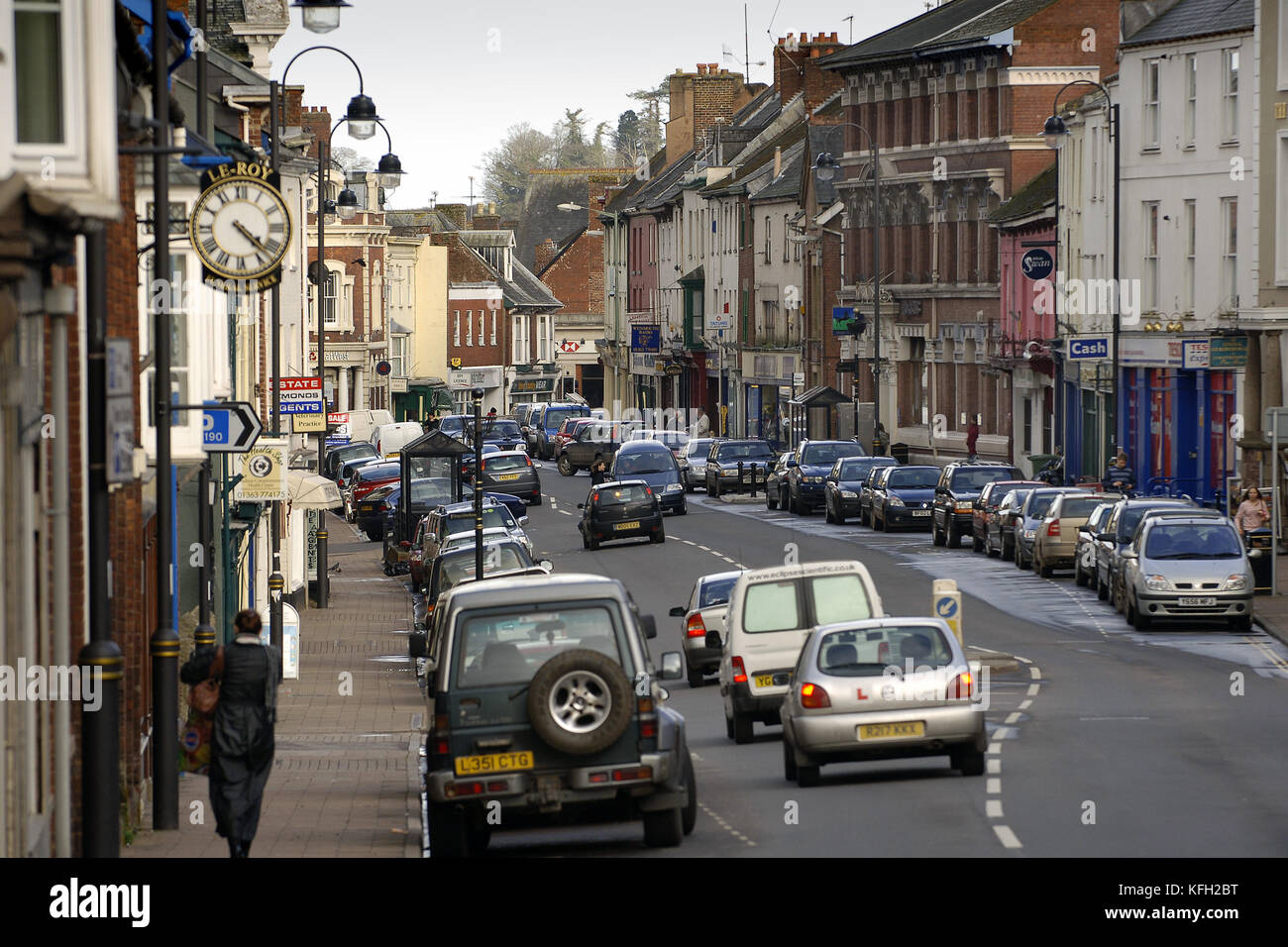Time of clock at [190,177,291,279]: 4:22
